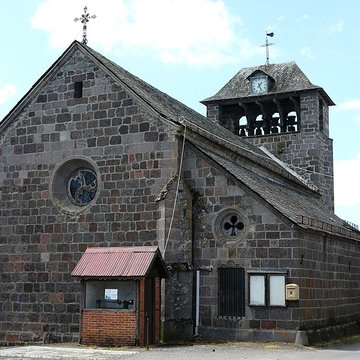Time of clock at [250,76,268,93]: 1:26
